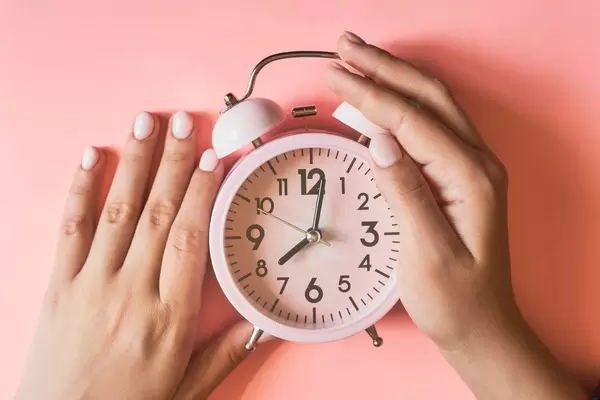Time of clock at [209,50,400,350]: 8:01
